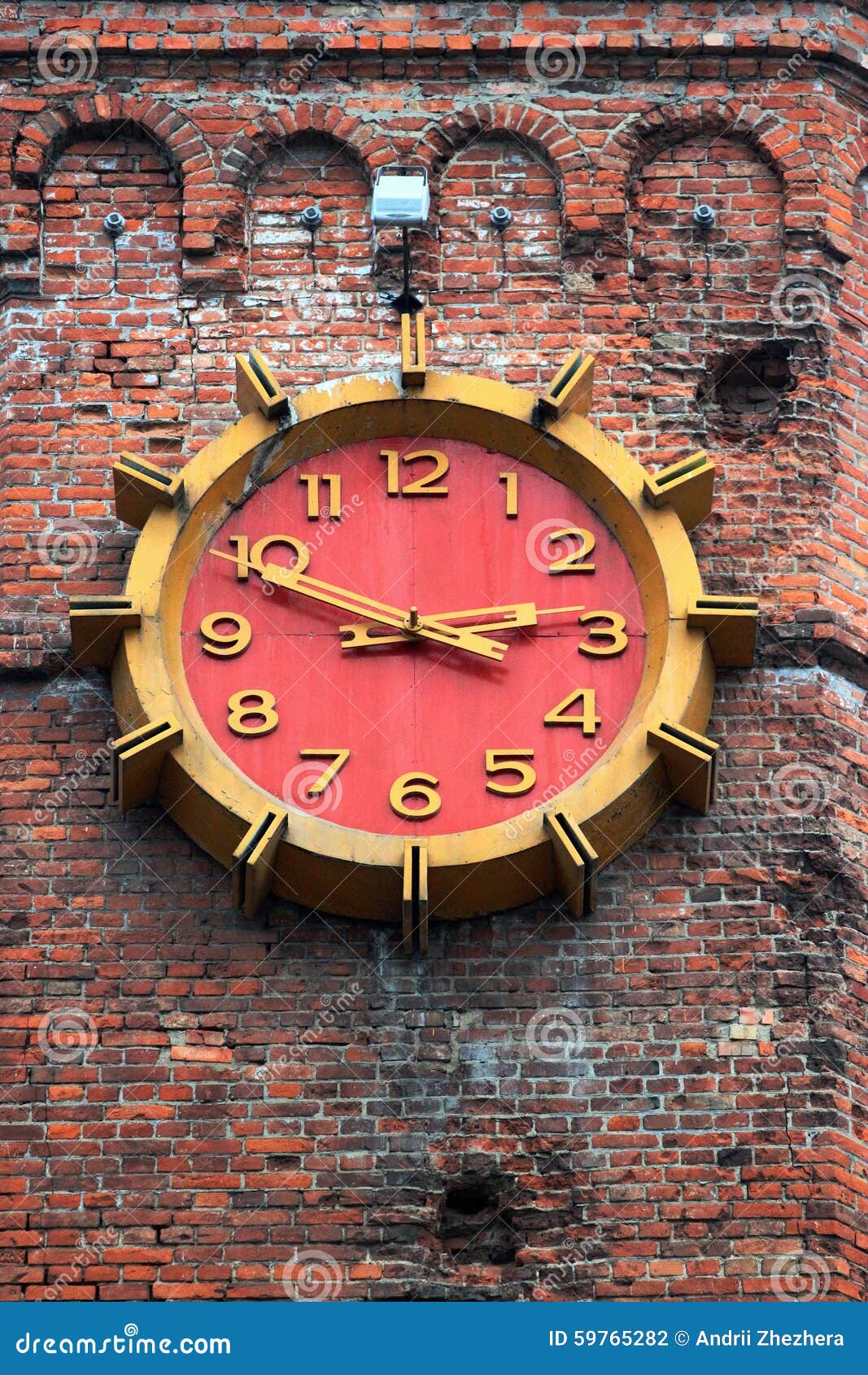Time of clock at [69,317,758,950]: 2:48
